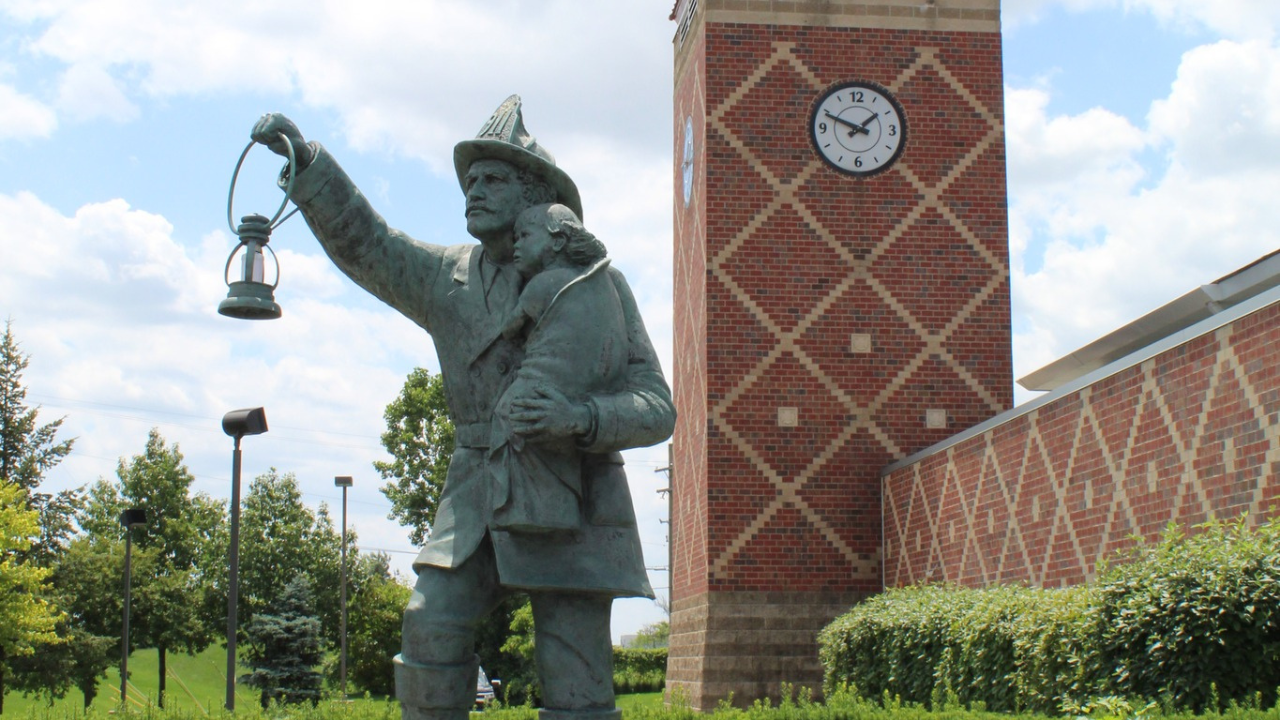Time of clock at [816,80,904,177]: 1:48
